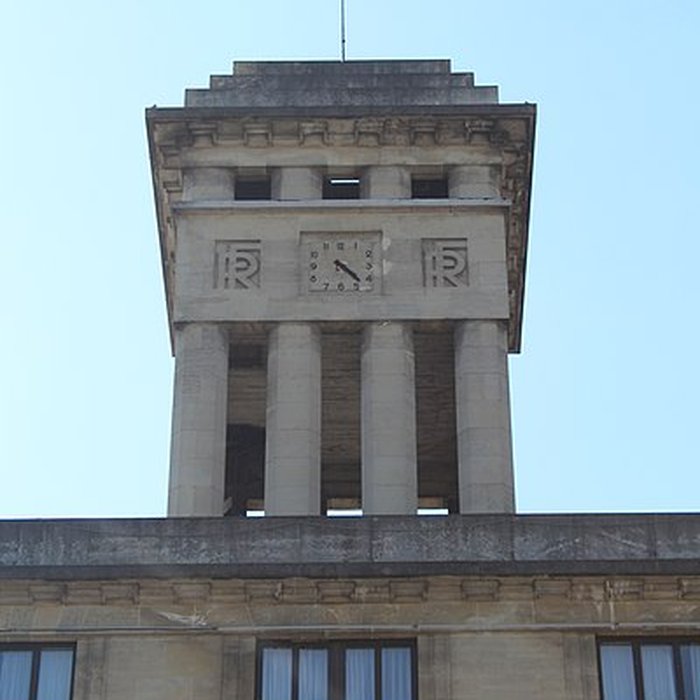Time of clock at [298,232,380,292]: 4:22
